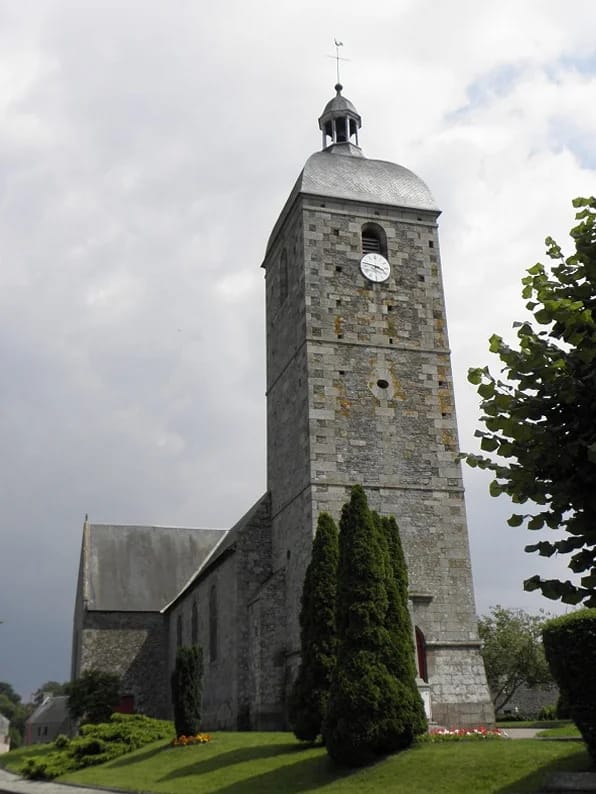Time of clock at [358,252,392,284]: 3:47
